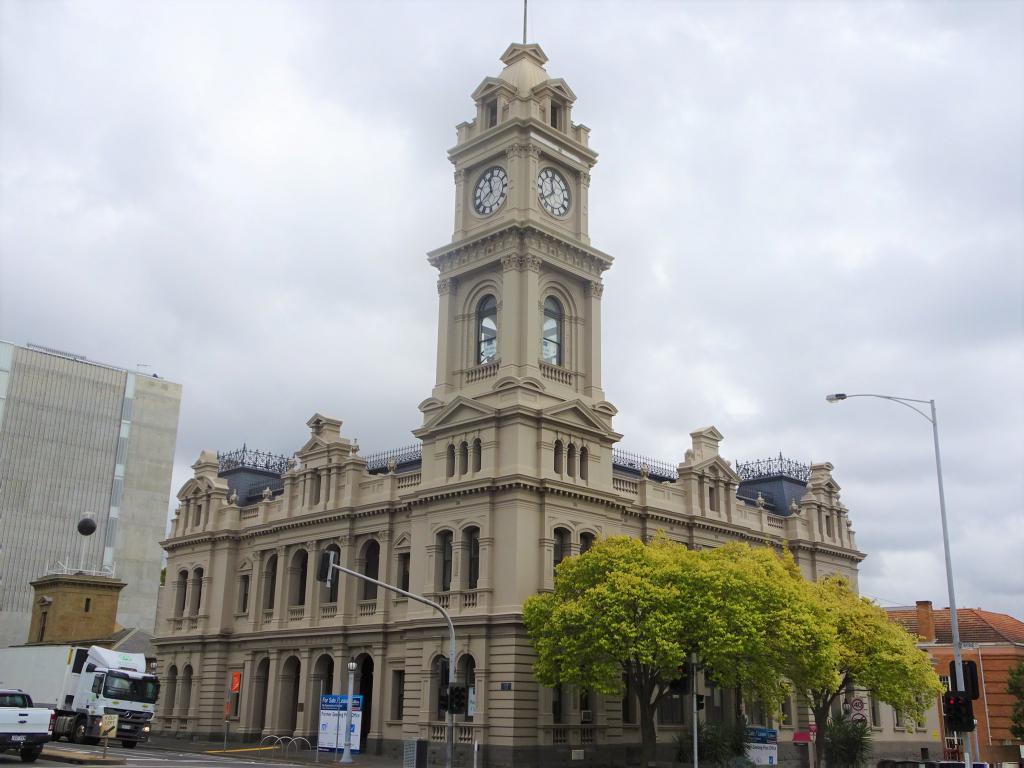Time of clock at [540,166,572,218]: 11:38
